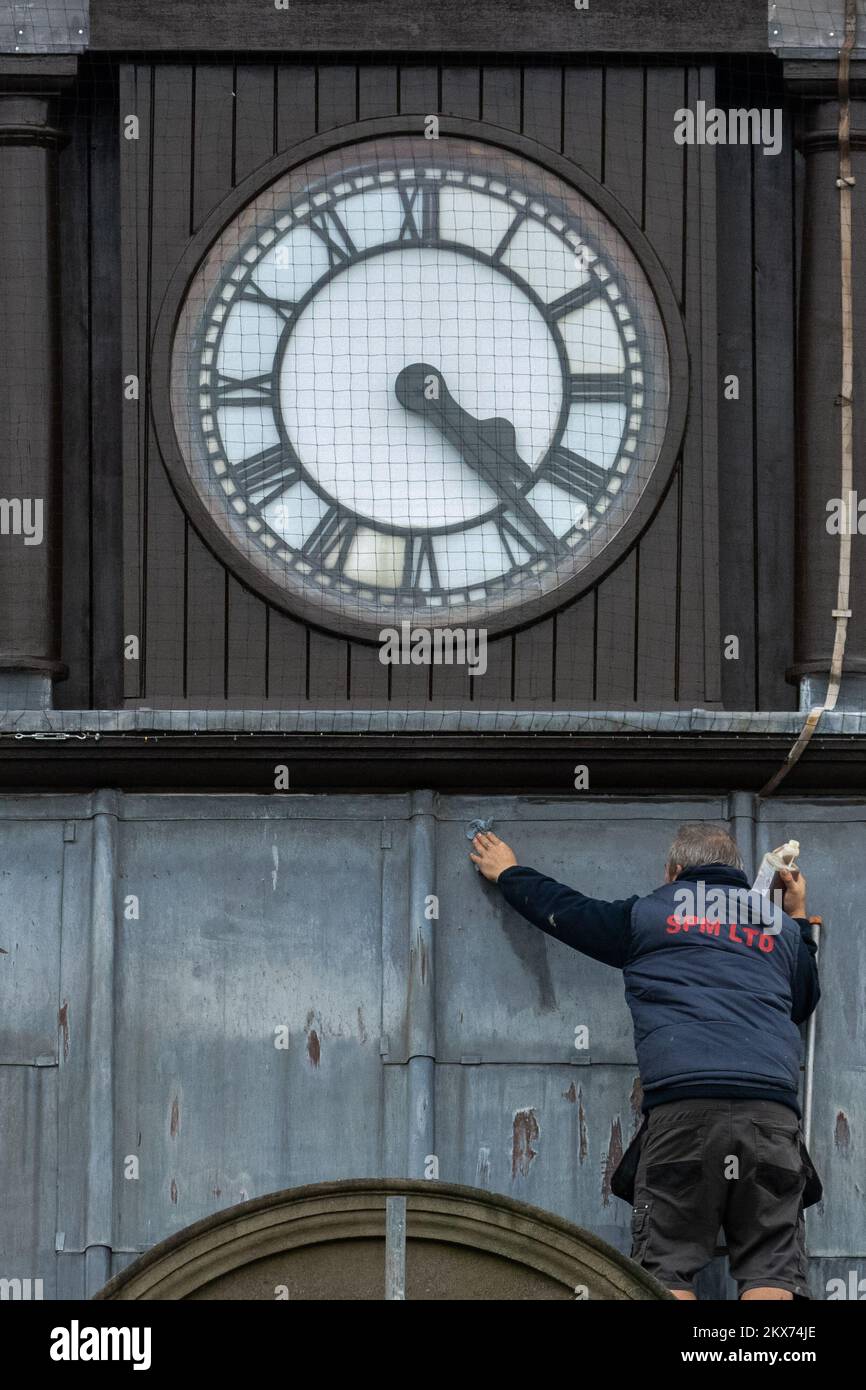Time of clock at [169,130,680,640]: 4:23
